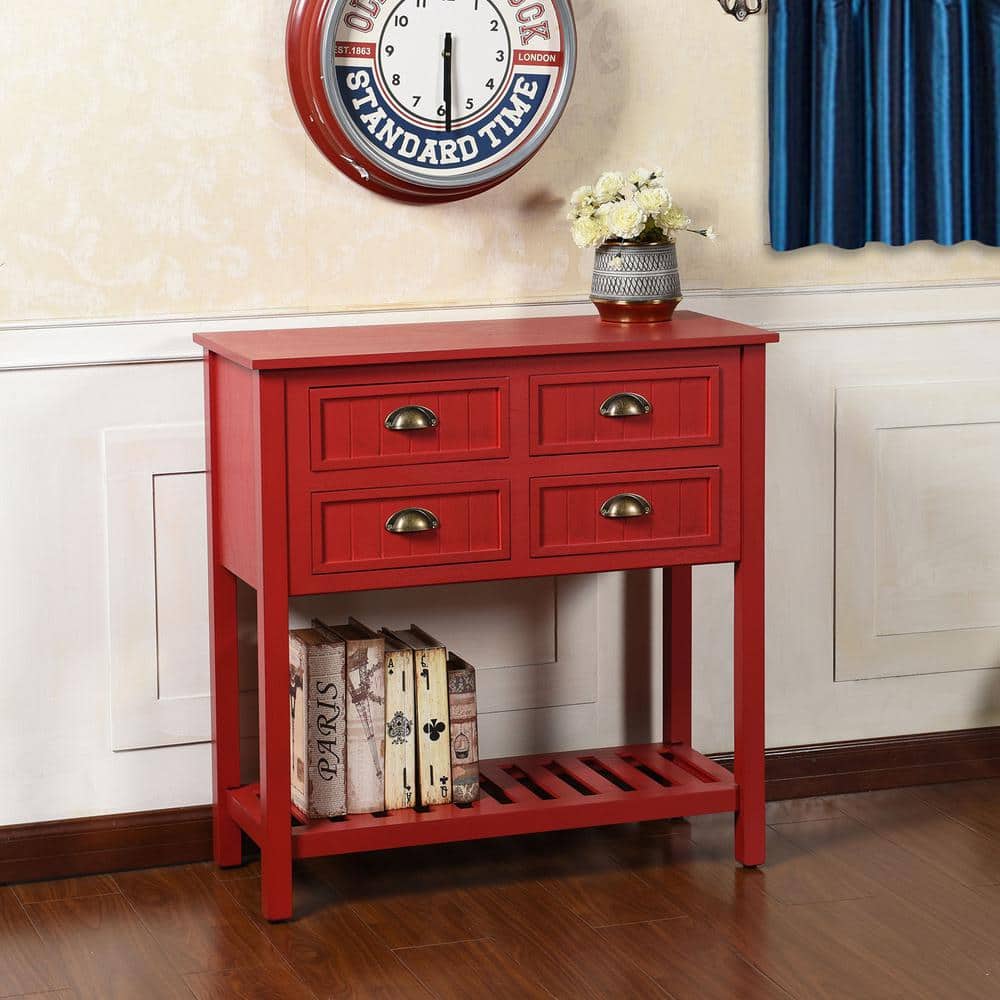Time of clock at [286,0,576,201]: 5:29
